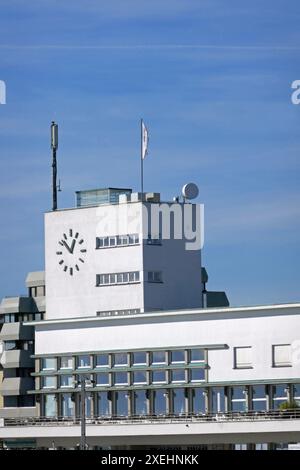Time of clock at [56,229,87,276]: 12:52
